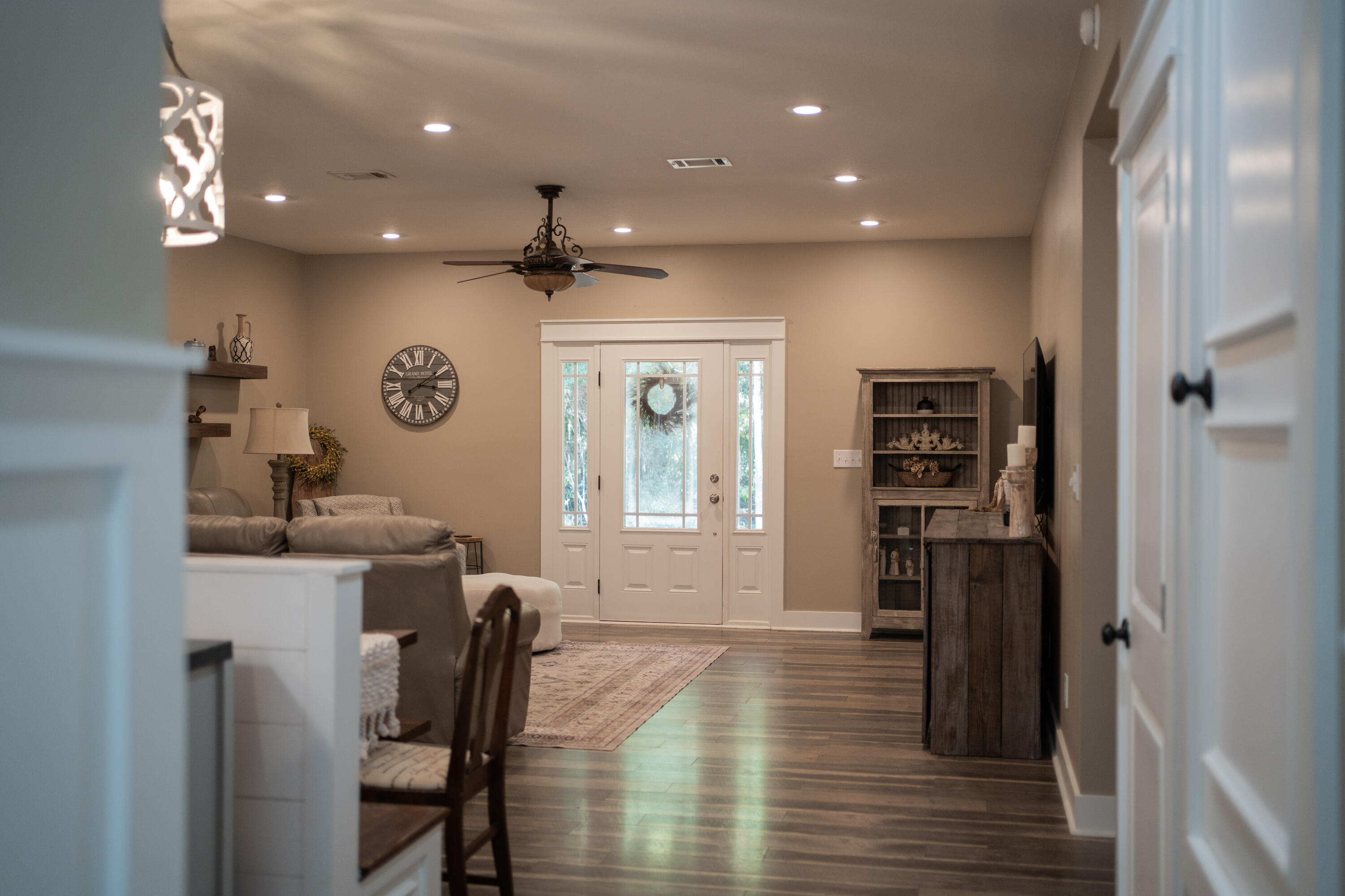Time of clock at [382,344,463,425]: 3:09
